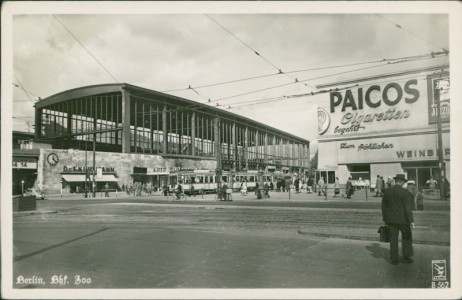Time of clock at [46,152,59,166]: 12:22
